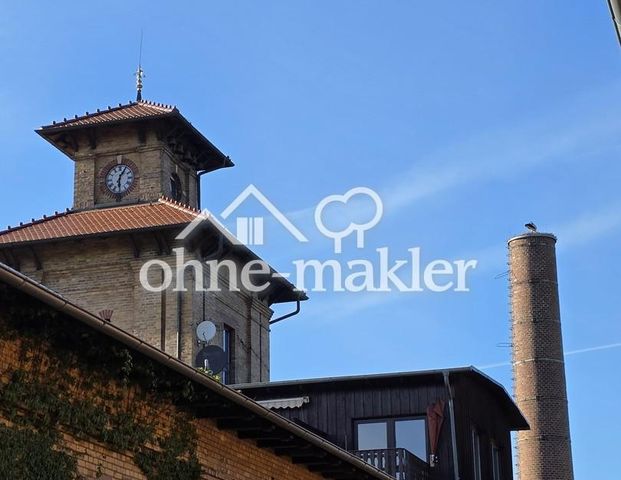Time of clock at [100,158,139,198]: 6:05
